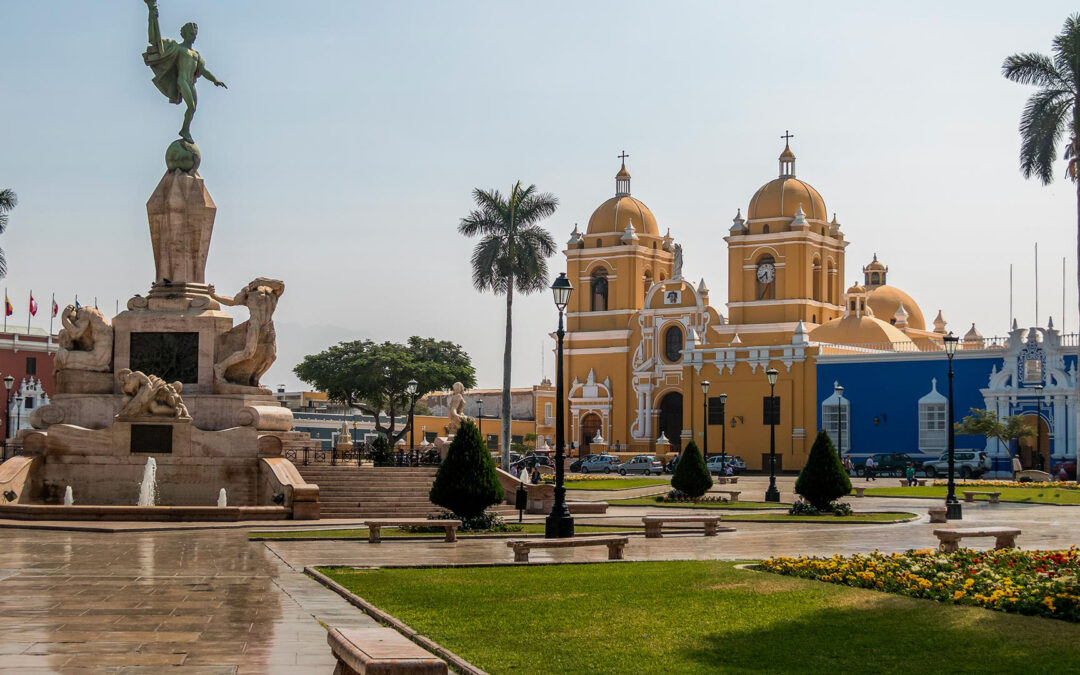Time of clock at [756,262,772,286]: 5:38
